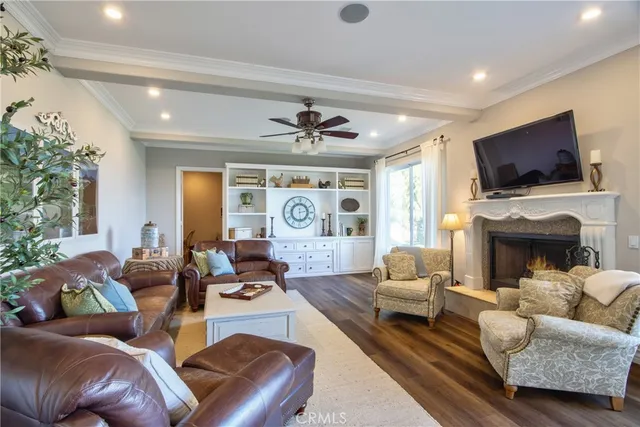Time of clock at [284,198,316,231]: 2:29
